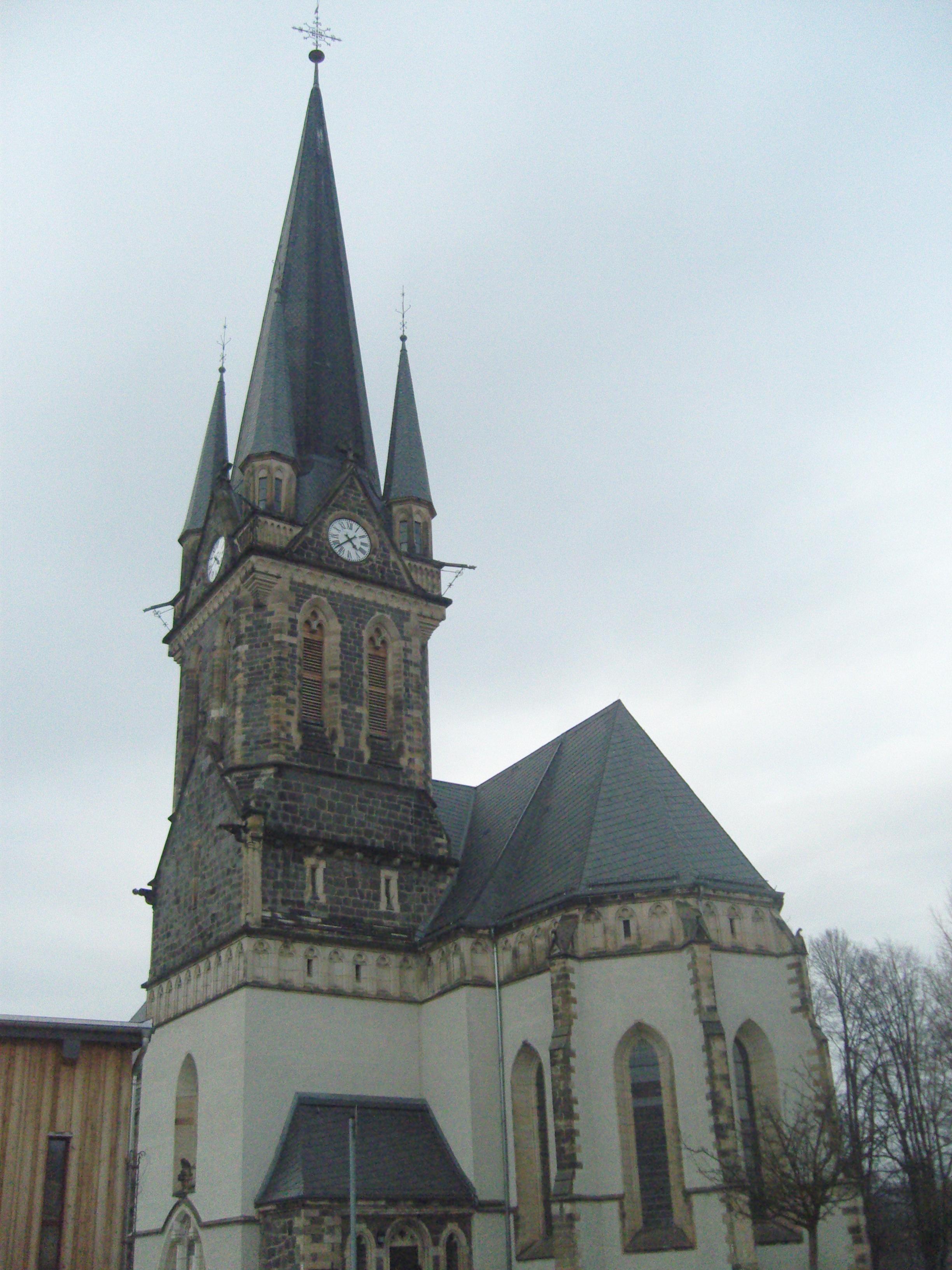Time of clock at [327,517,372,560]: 4:37
